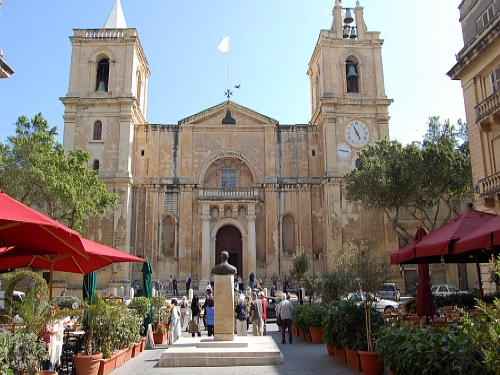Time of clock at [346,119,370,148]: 4:56
